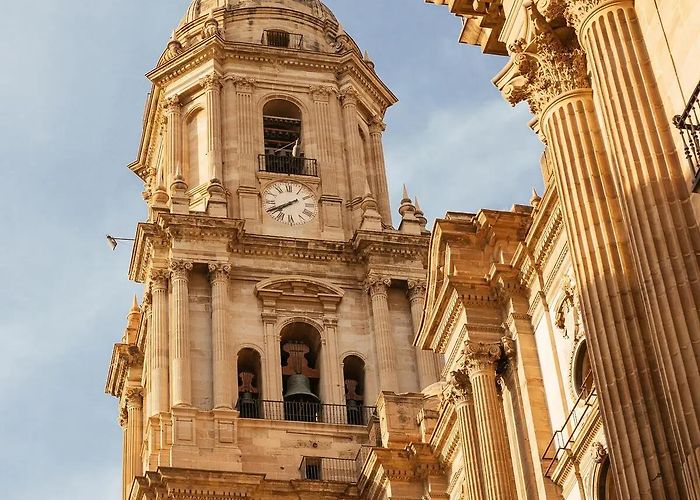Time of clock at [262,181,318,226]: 7:40
